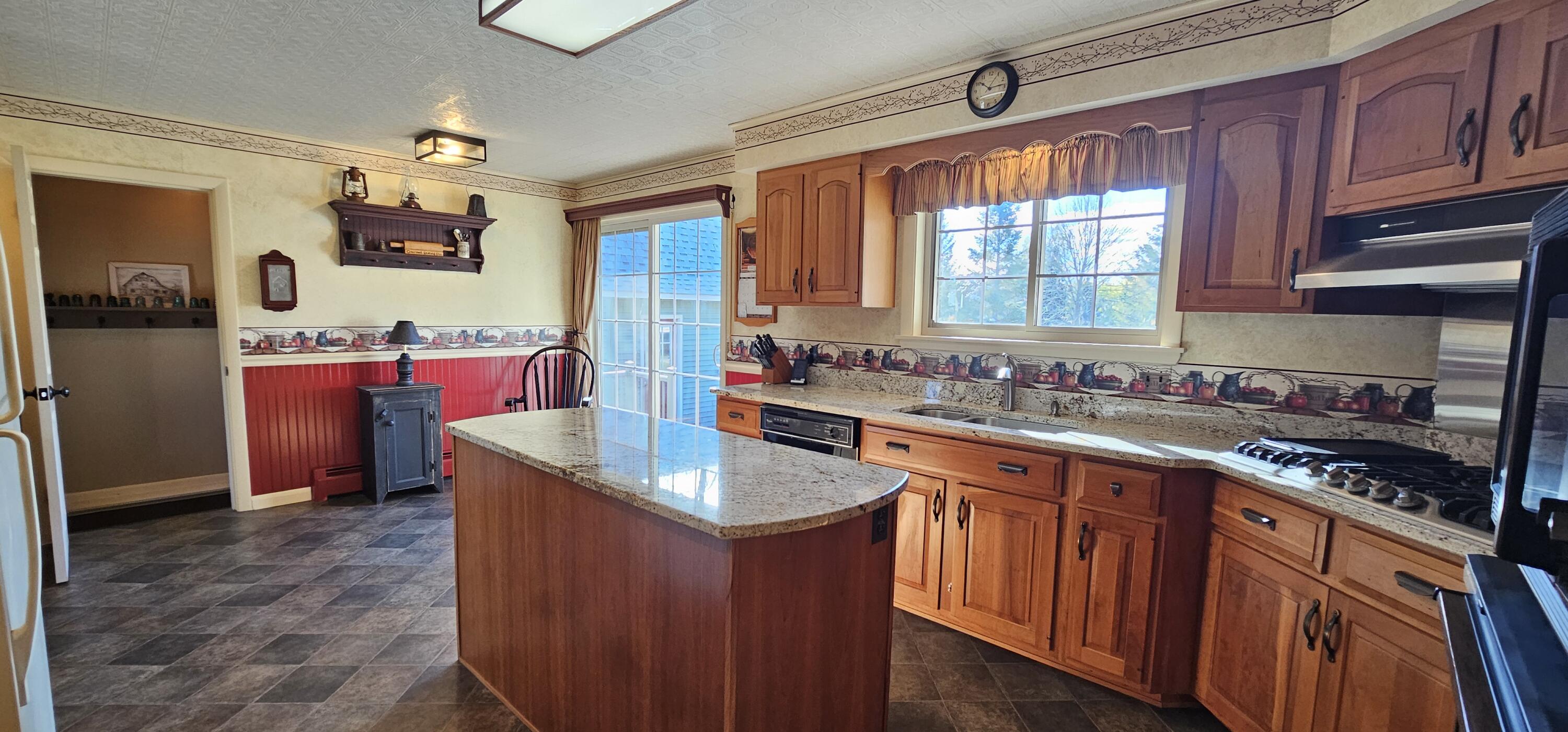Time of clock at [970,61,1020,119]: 10:13
